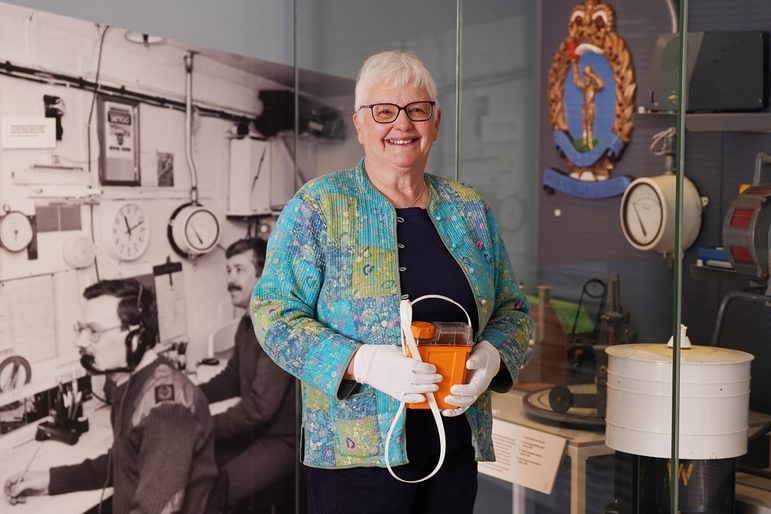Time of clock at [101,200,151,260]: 11:11
